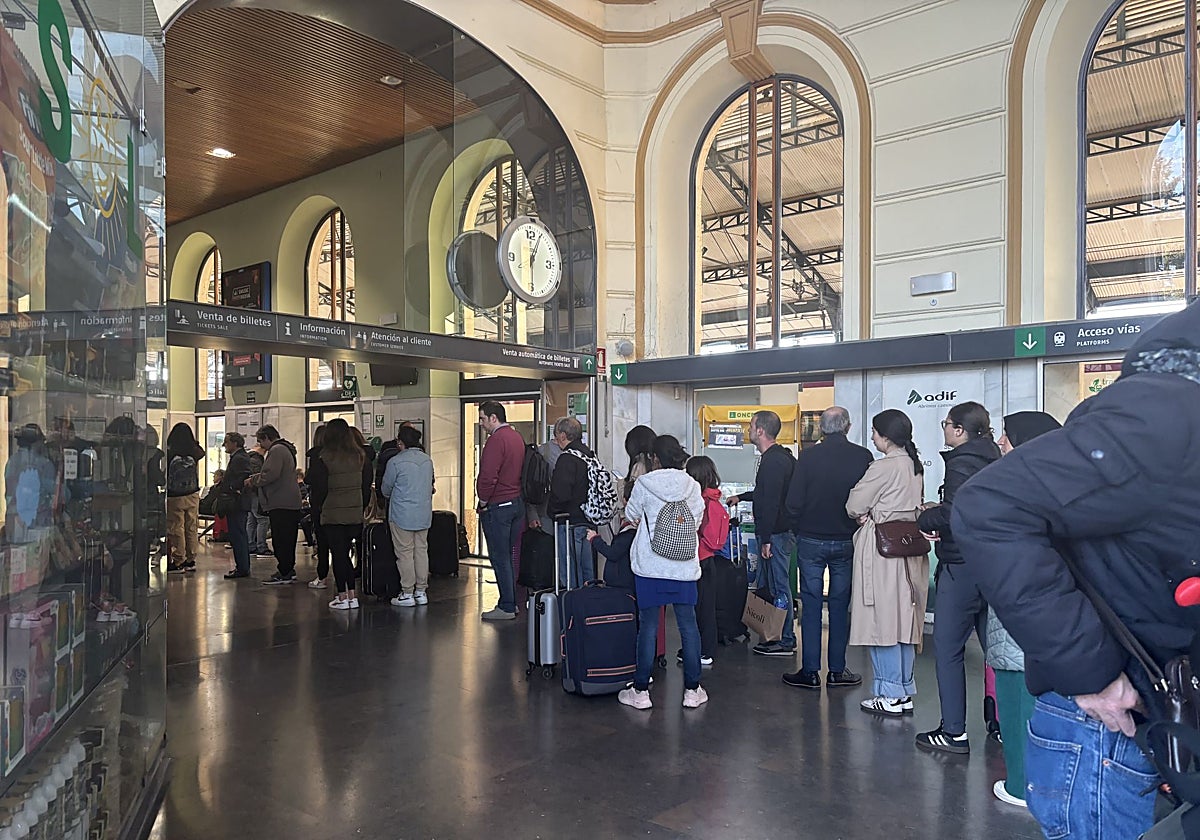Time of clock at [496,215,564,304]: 6:04
